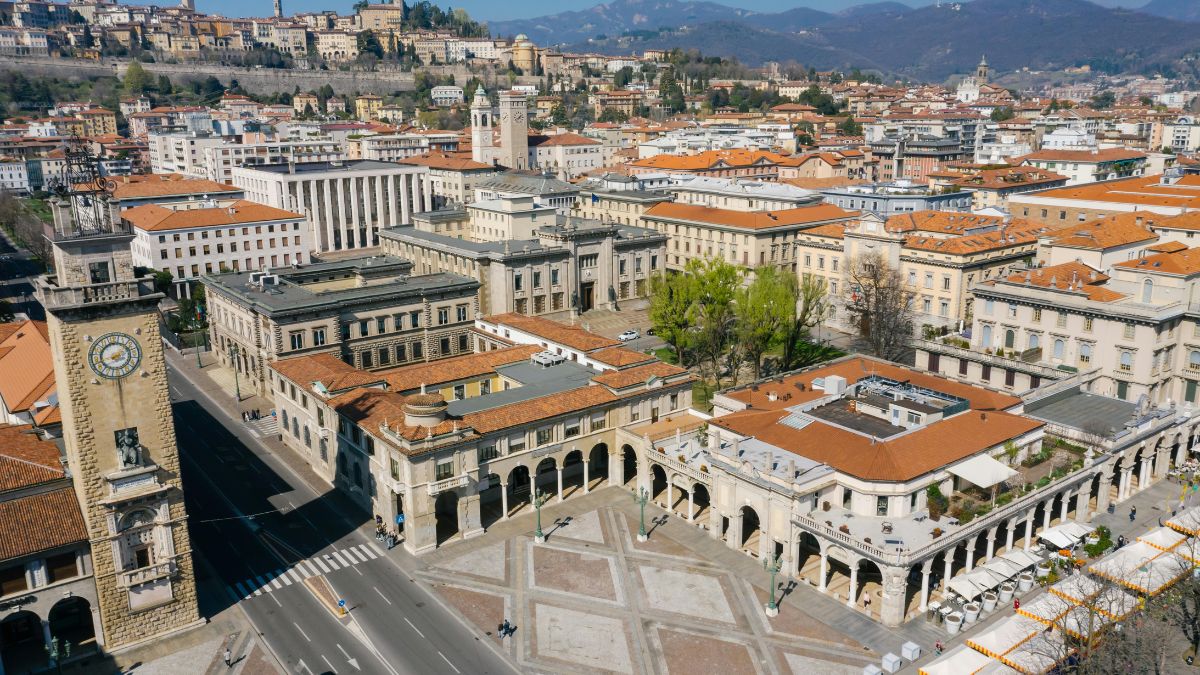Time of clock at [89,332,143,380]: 8:11
